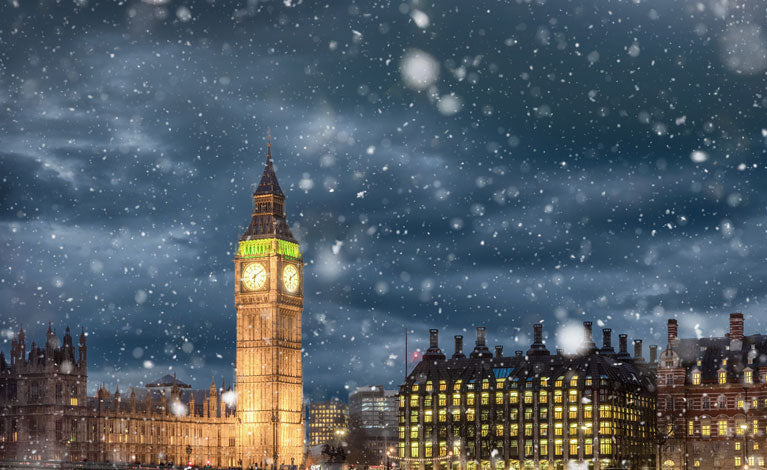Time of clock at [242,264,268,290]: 6:08
